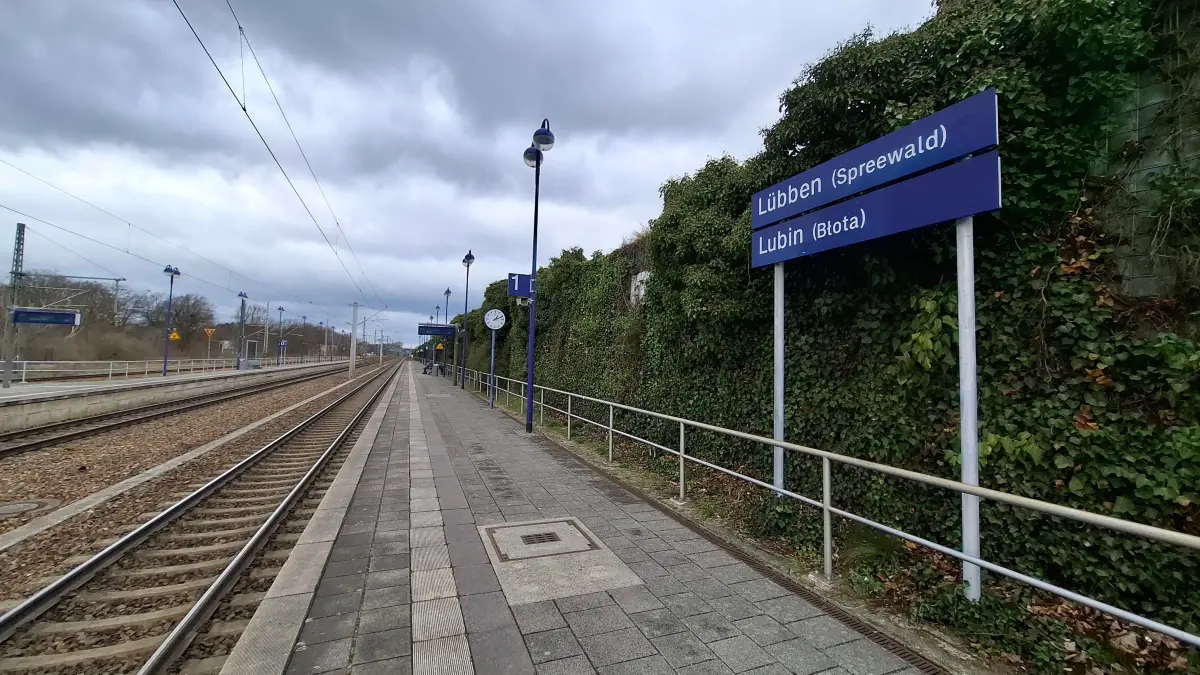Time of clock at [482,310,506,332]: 1:11
